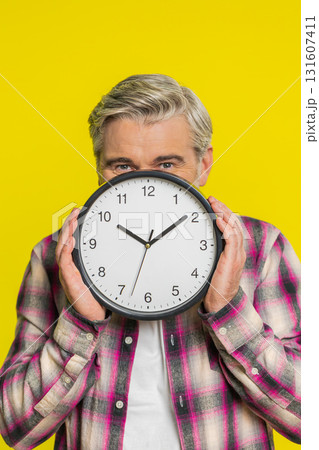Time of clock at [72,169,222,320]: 10:08
